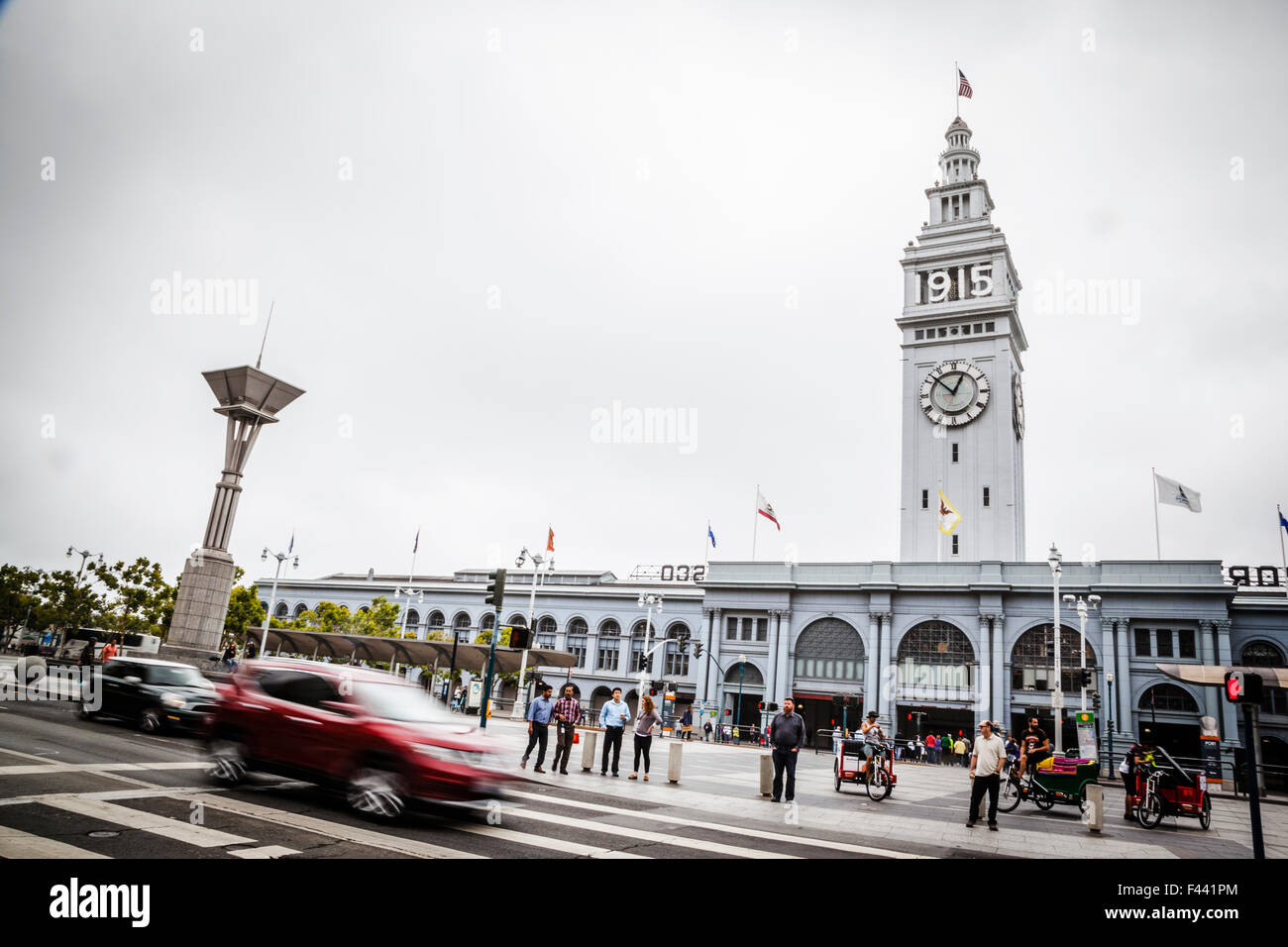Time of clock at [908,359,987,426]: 12:52
